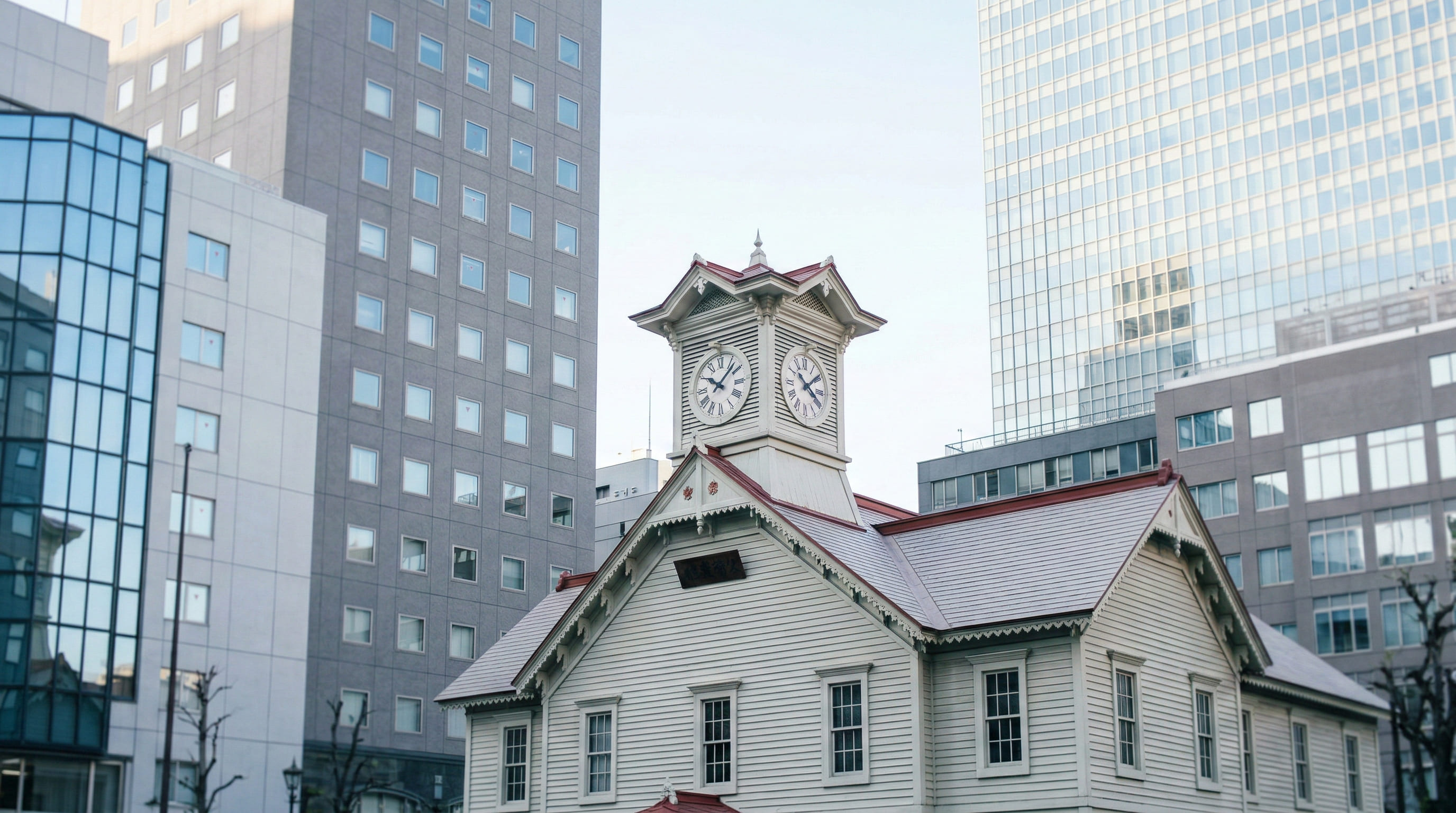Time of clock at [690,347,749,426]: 10:07
